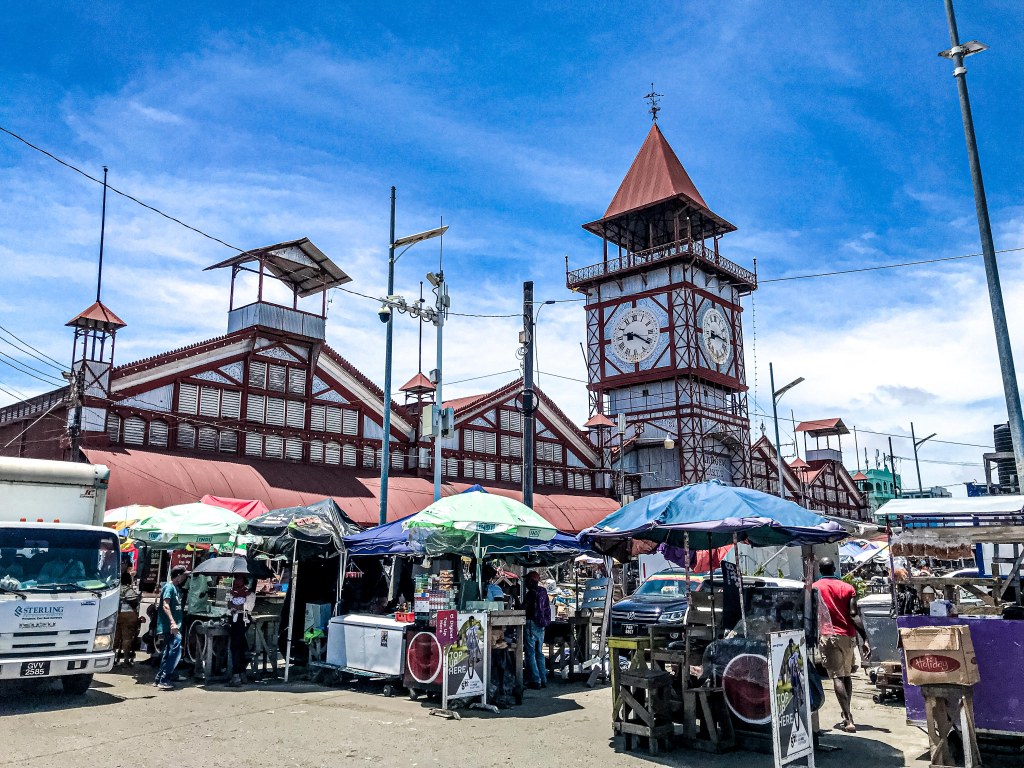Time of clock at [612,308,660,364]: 9:20
